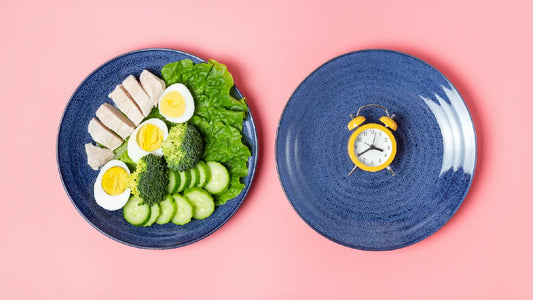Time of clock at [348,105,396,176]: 3:39
